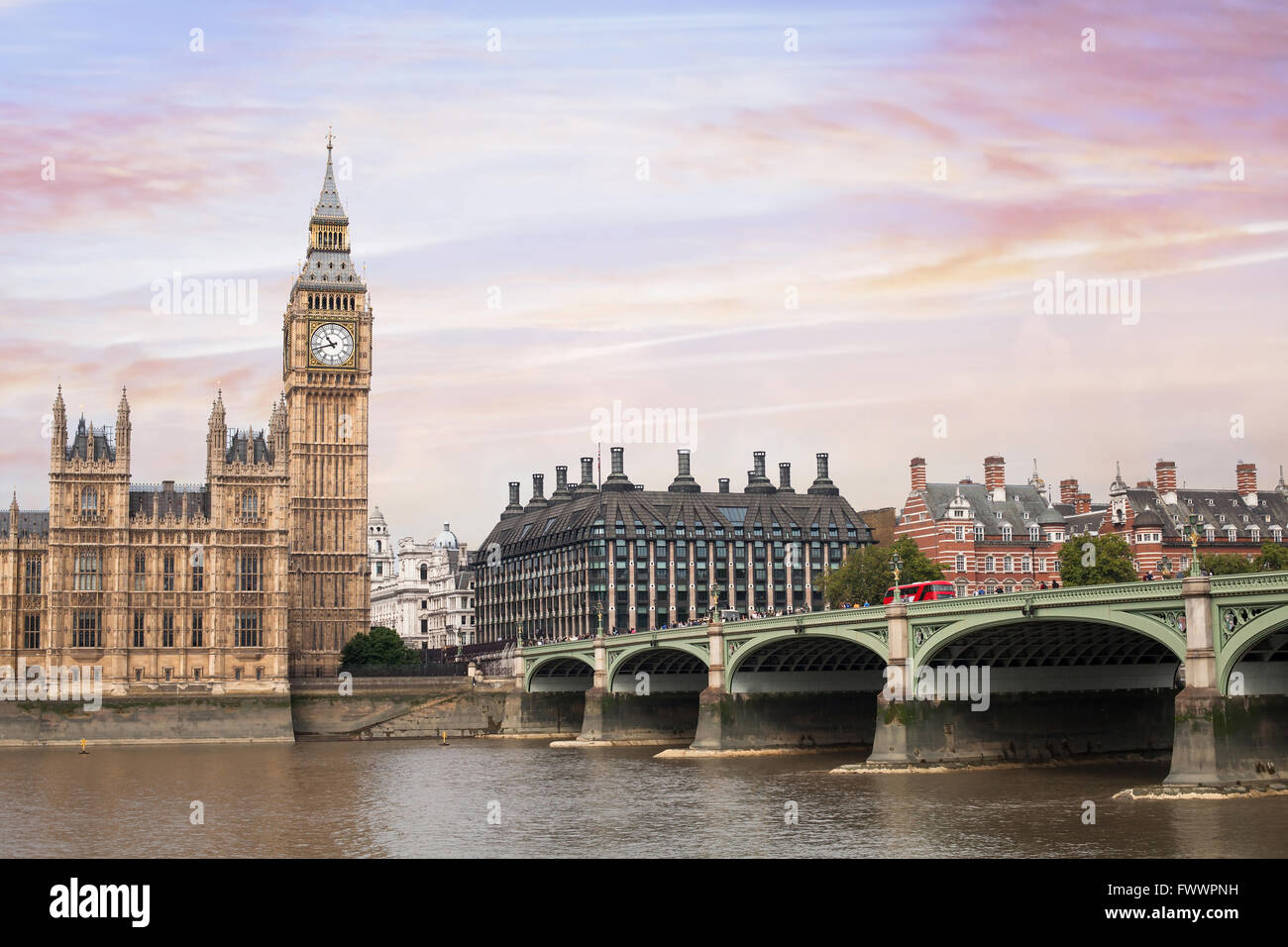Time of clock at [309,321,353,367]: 10:42
